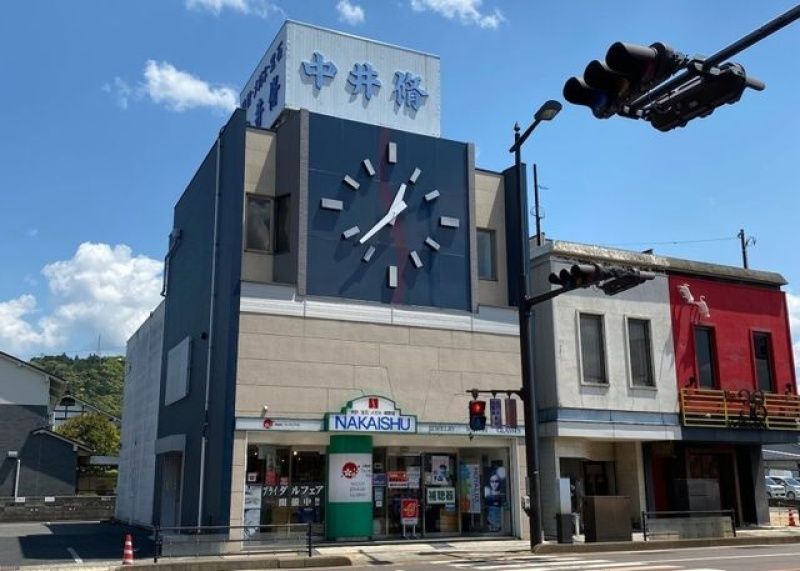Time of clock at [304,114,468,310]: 12:37
